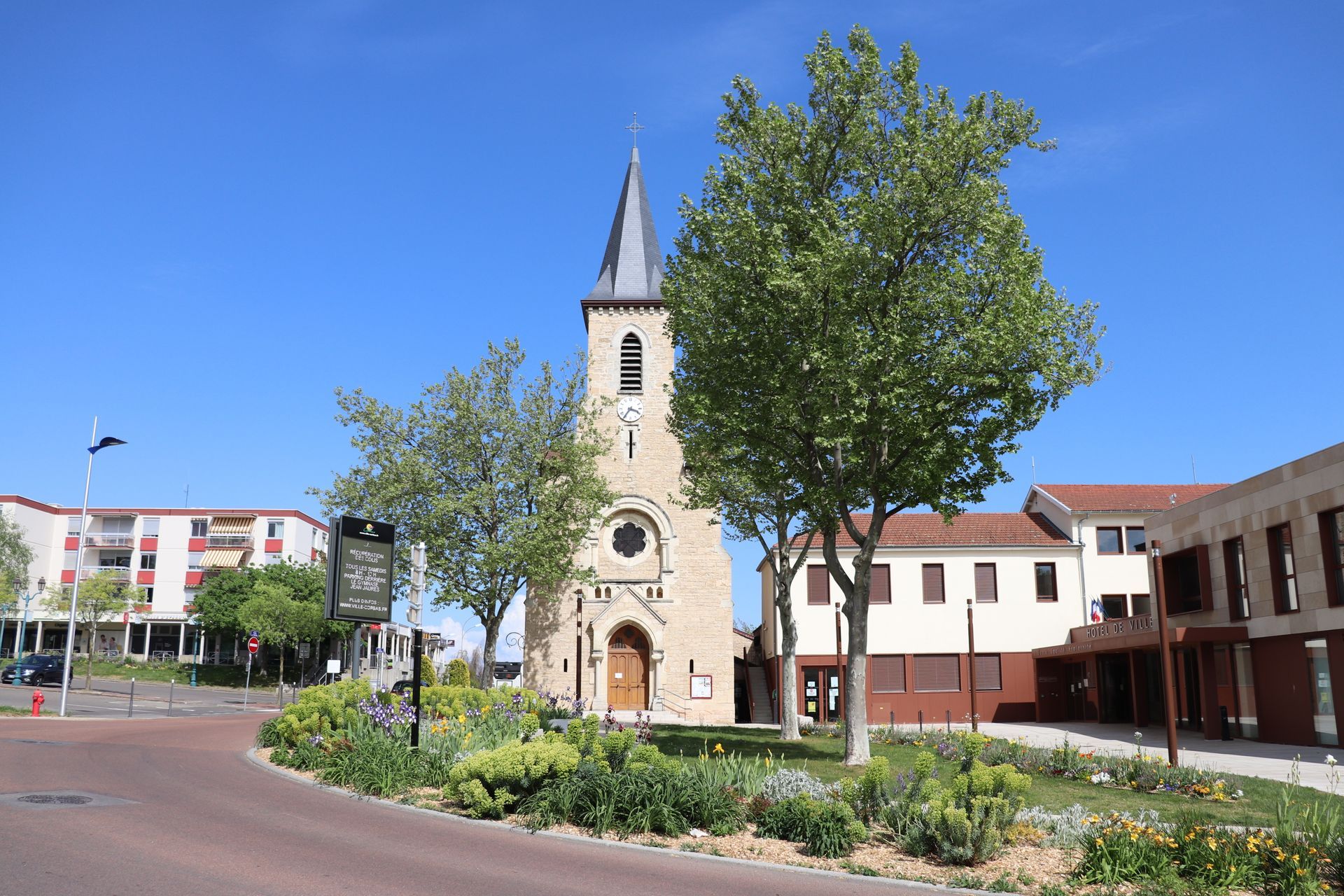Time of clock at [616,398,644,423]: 3:35
